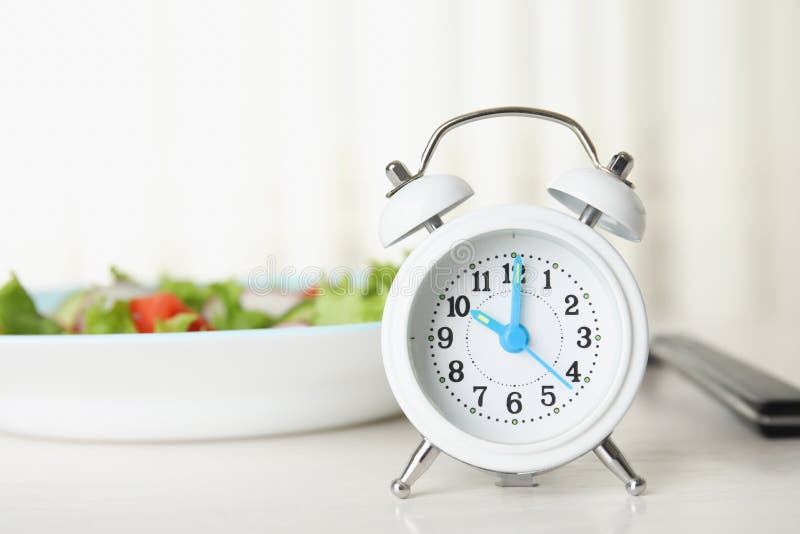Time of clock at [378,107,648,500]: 10:01
